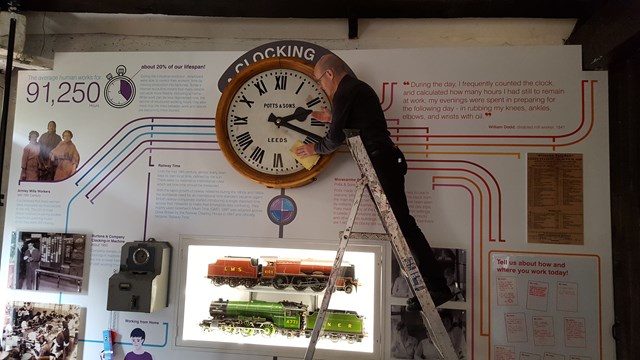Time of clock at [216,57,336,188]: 2:18
